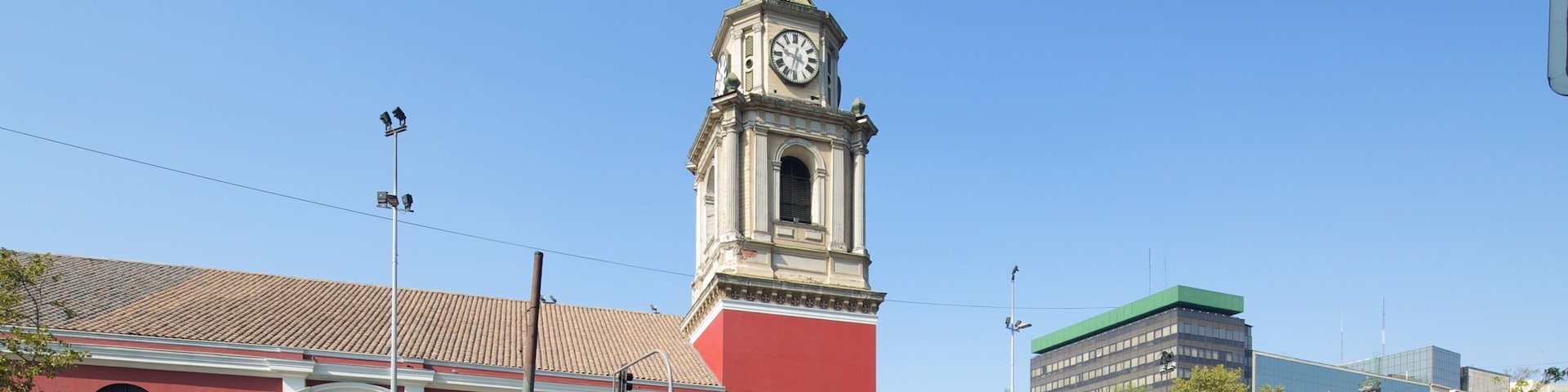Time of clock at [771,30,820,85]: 12:32
